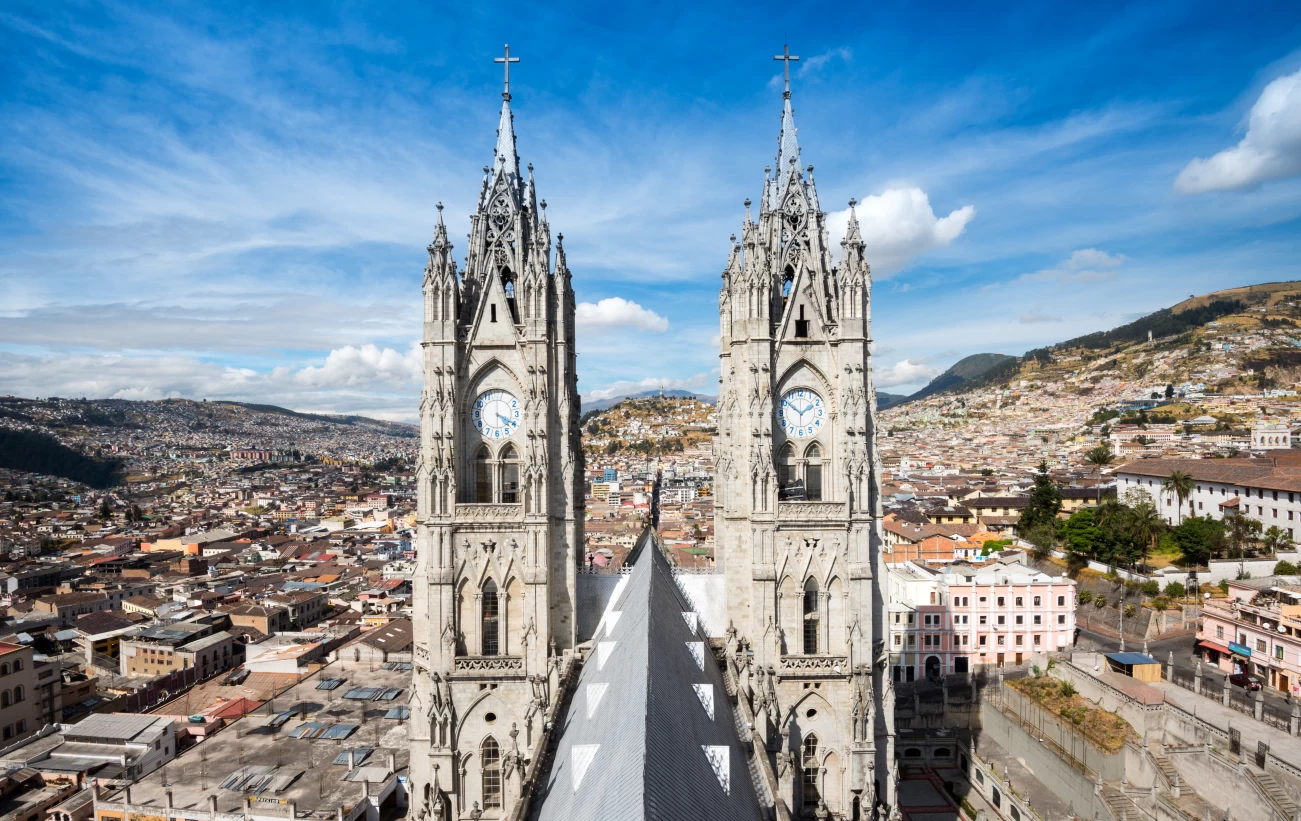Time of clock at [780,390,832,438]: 1:51
